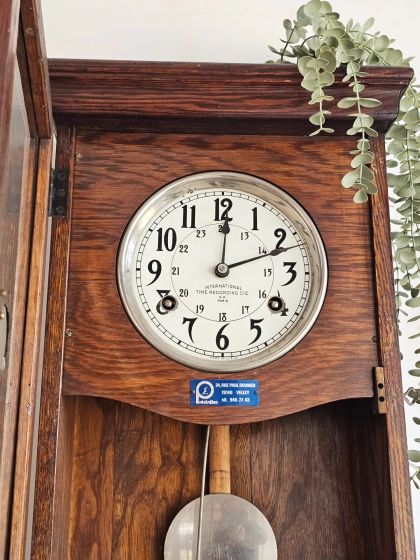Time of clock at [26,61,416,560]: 12:11
